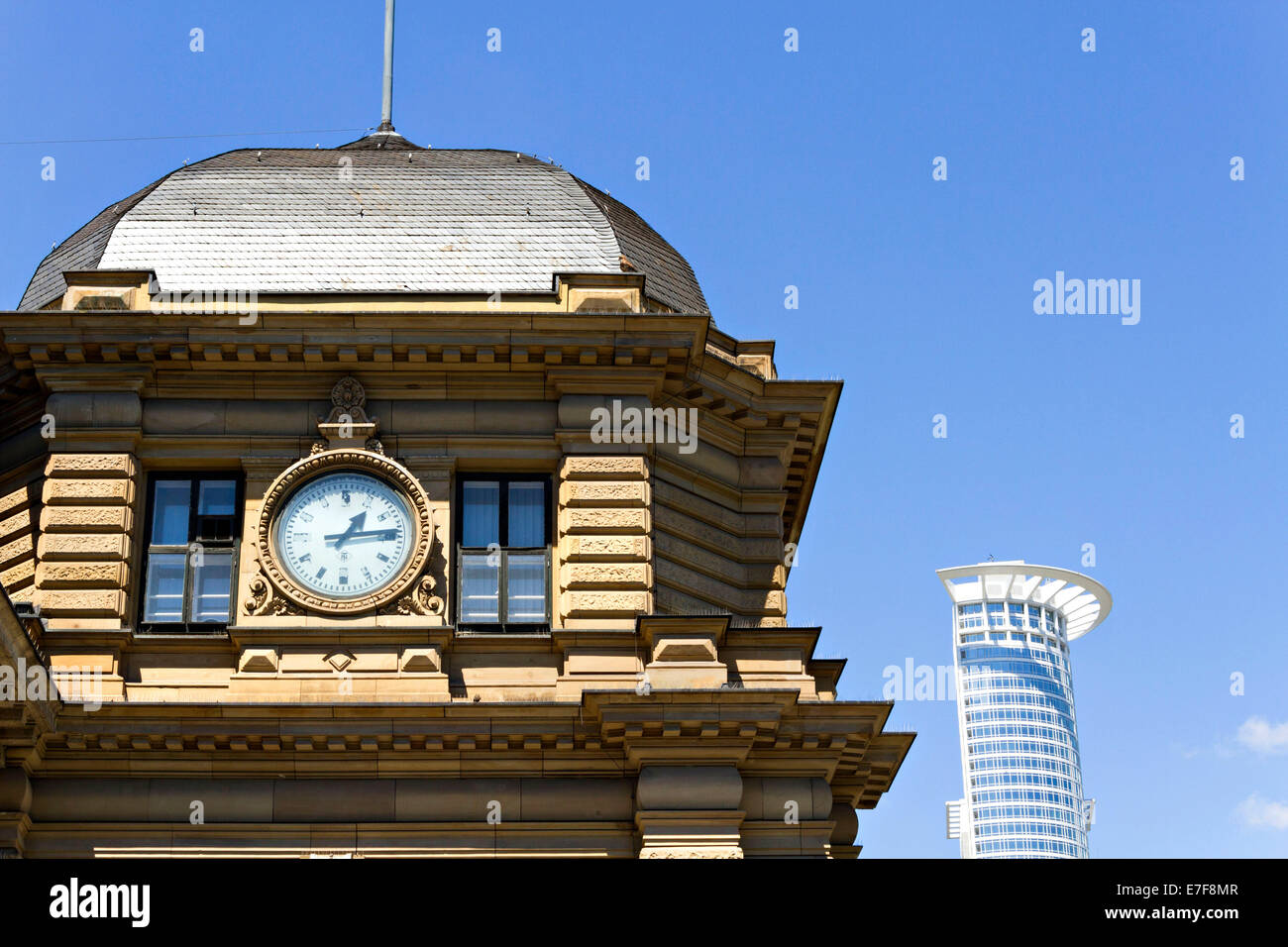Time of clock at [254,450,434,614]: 1:13
